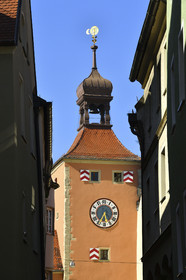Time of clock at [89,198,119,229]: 5:35
